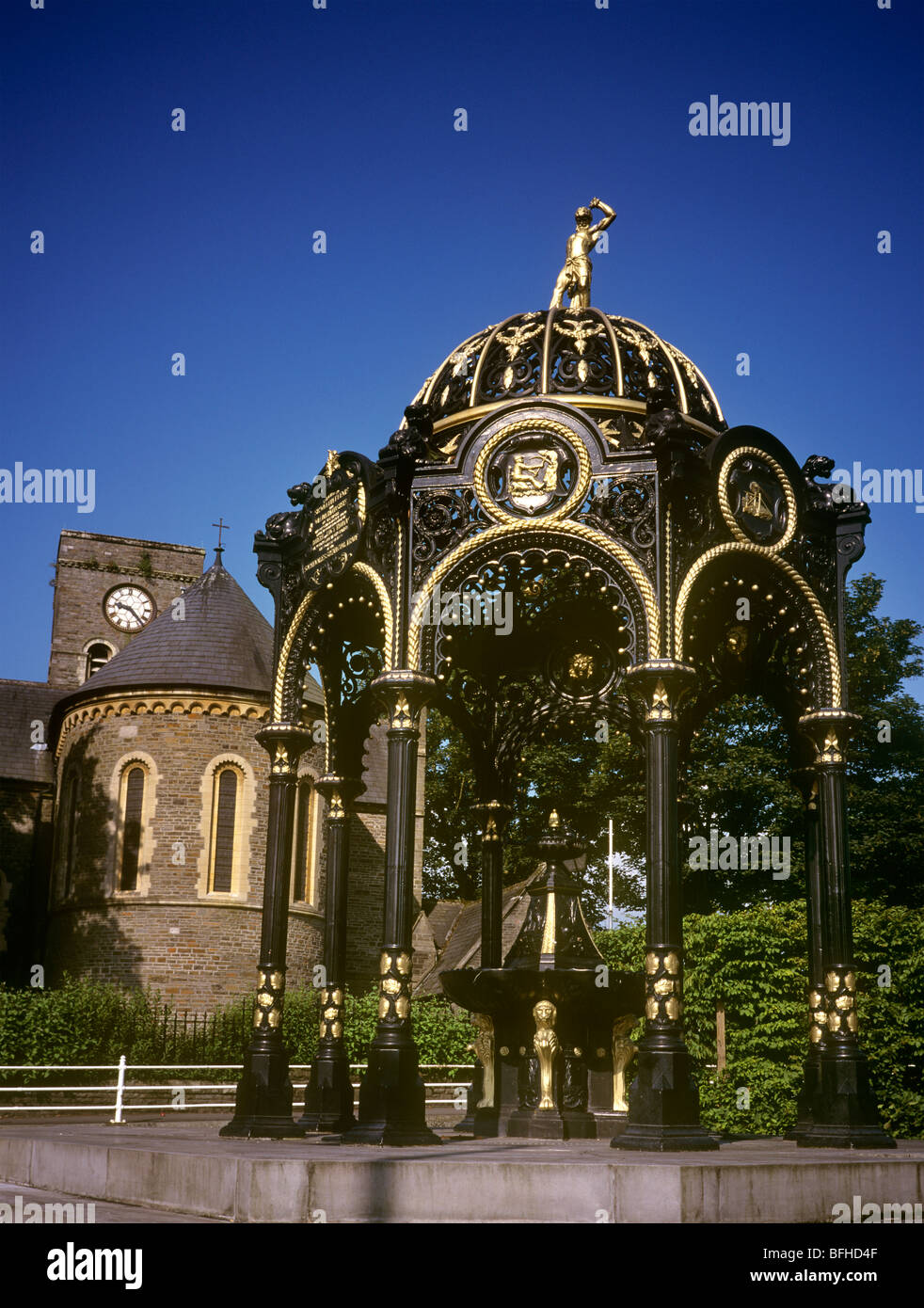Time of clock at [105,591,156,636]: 9:23
